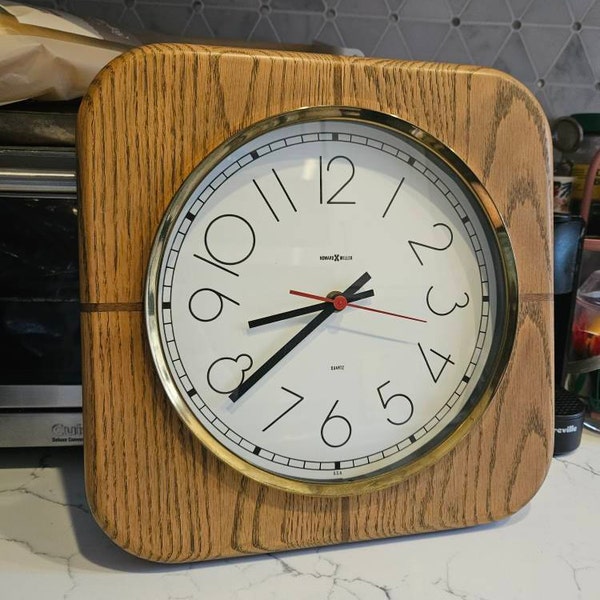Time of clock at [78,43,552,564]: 8:38
